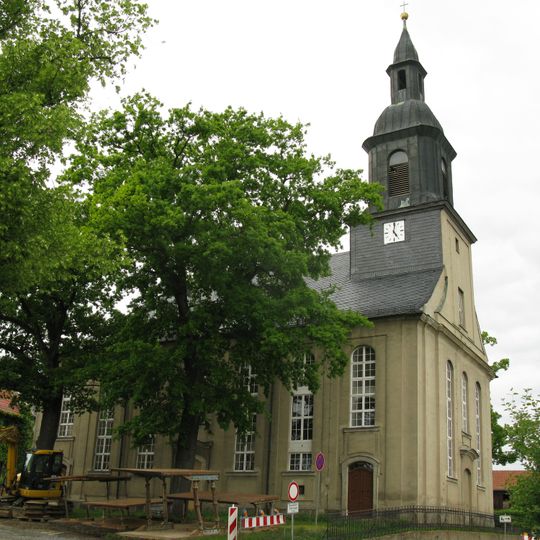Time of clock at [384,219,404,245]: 5:01
